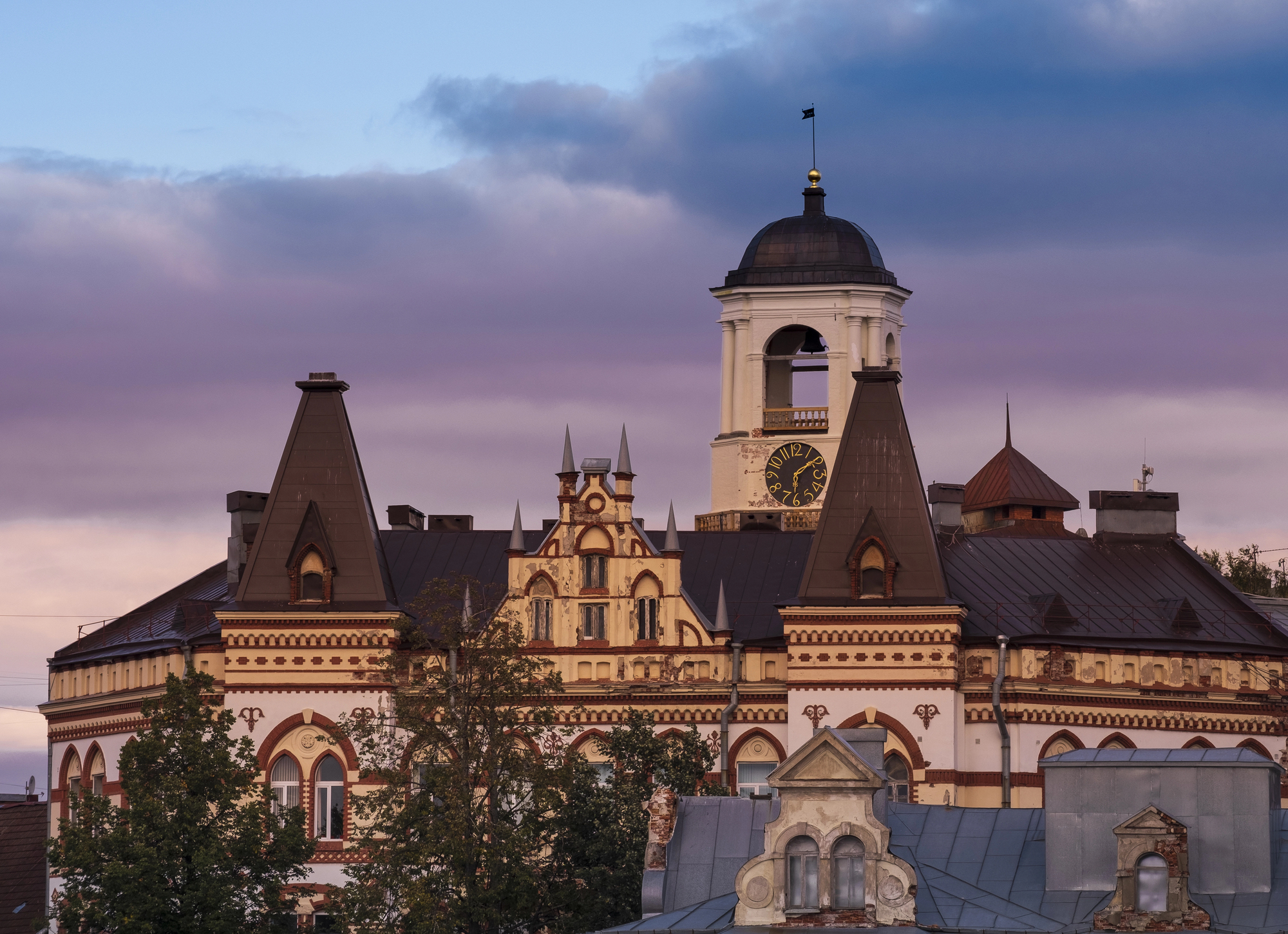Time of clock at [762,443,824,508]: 6:08
